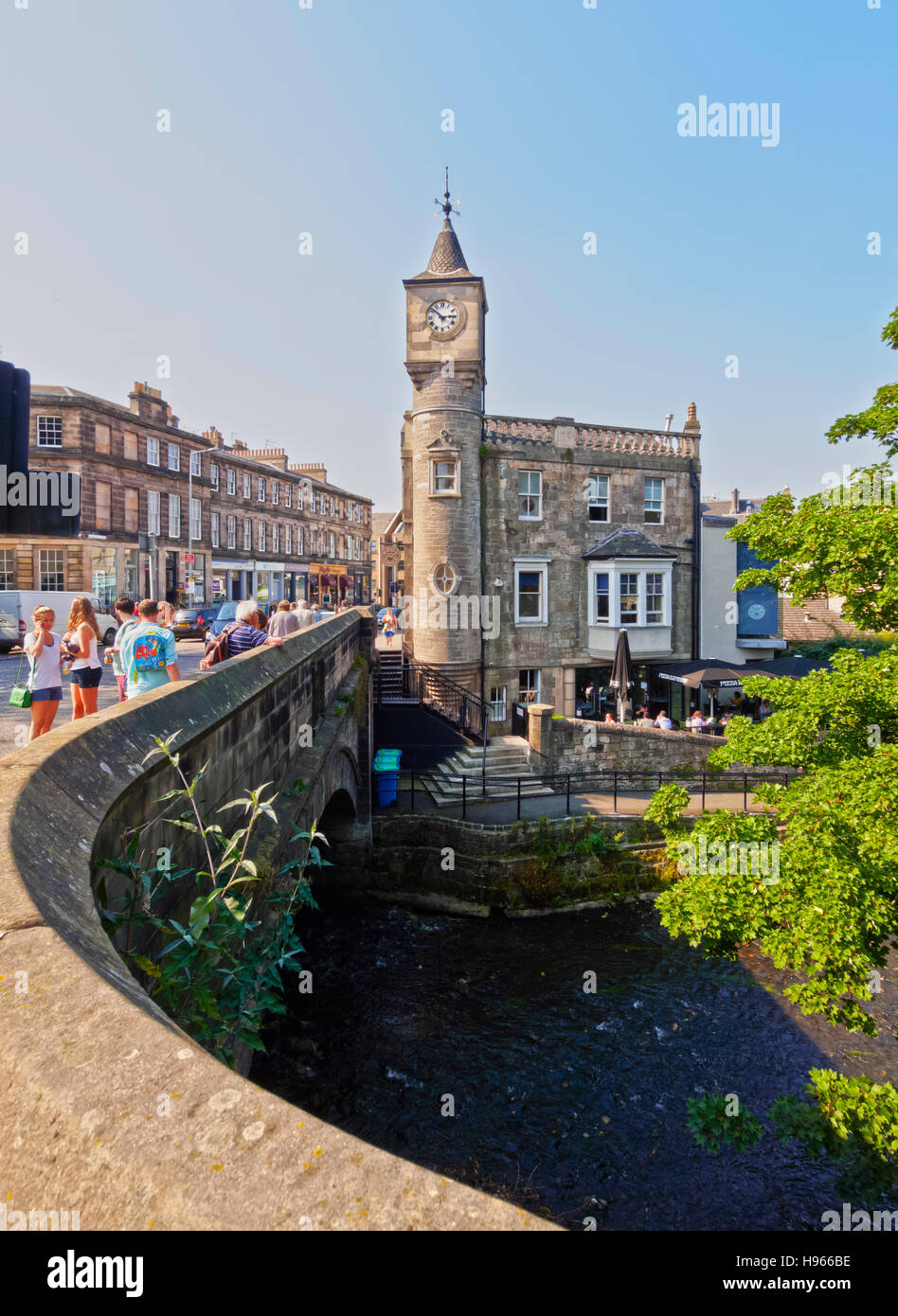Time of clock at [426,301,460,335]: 2:52
